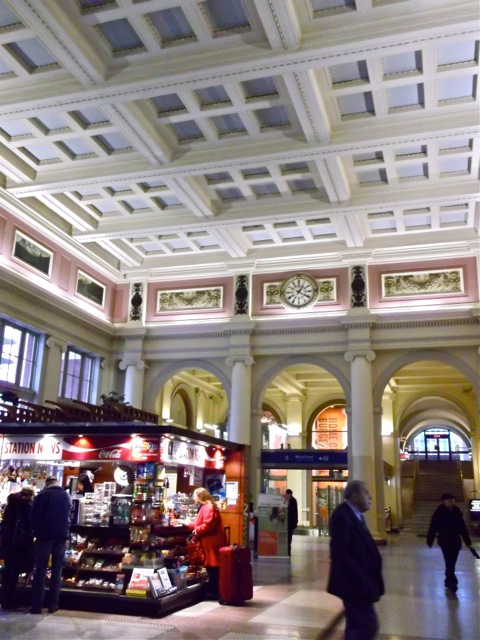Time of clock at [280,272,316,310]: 1:20
